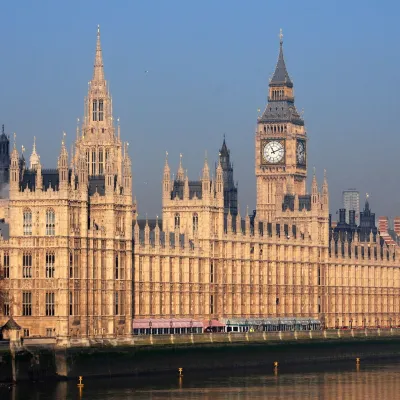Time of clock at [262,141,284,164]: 11:11
